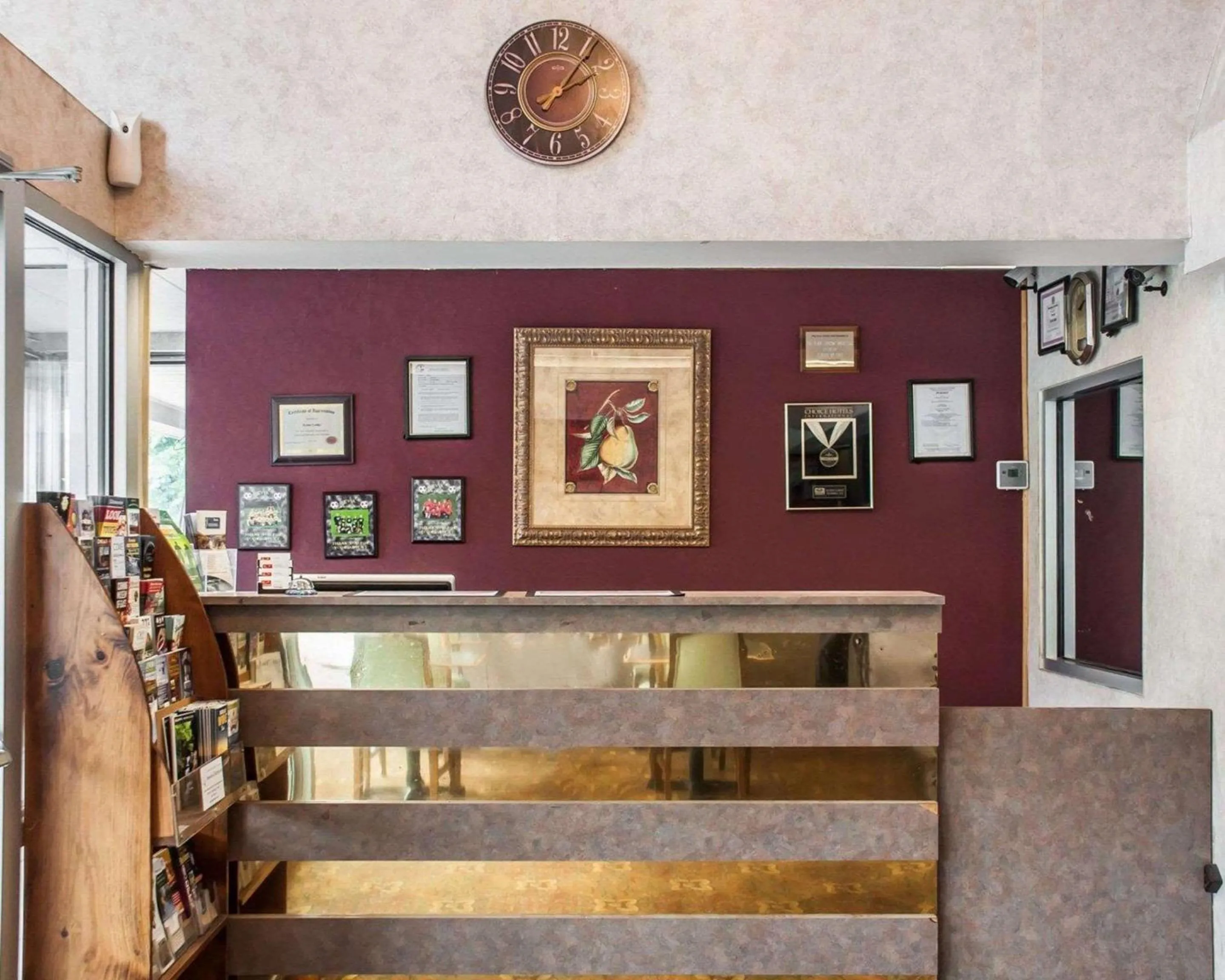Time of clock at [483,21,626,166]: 2:06
